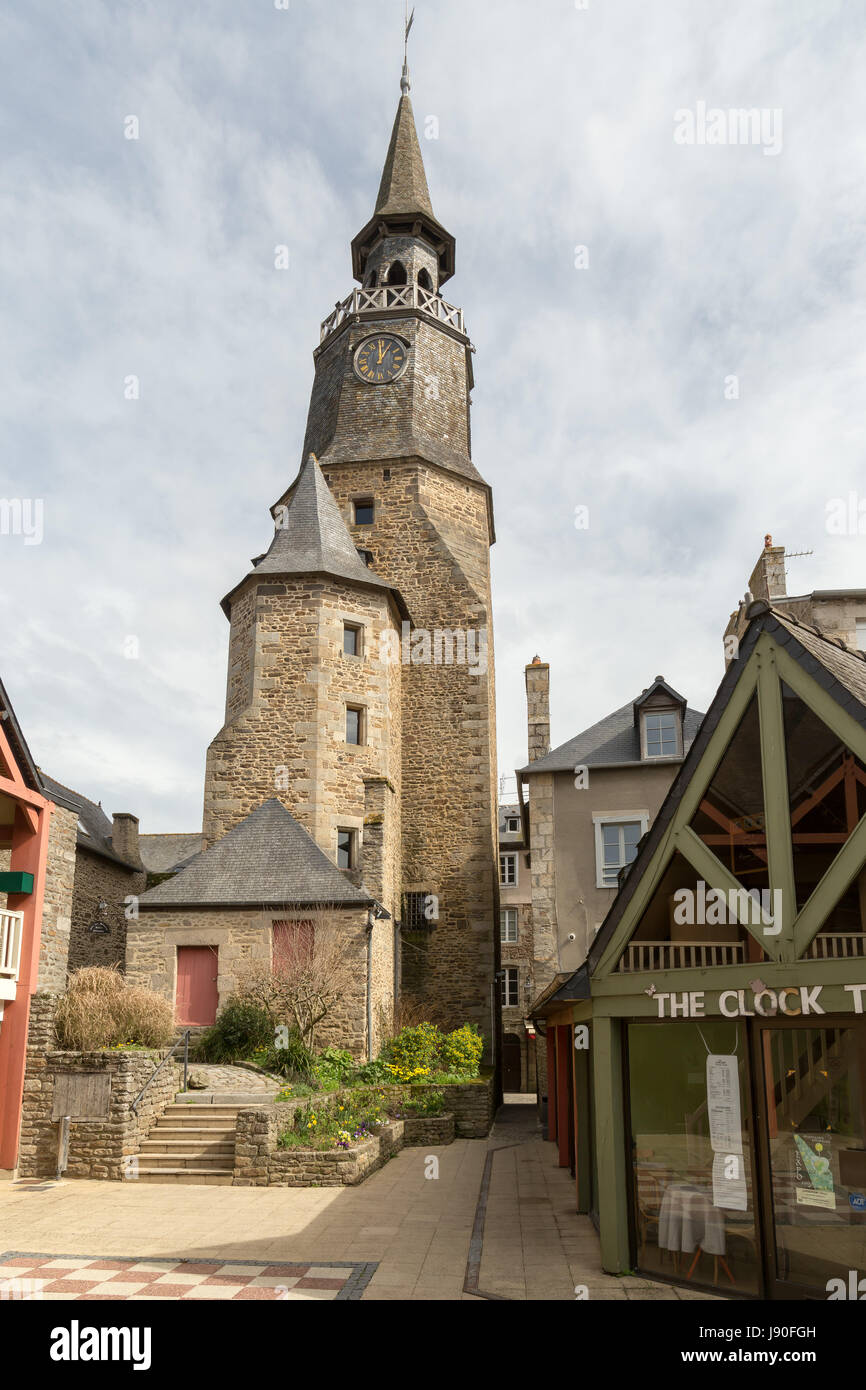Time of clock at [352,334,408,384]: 1:00
